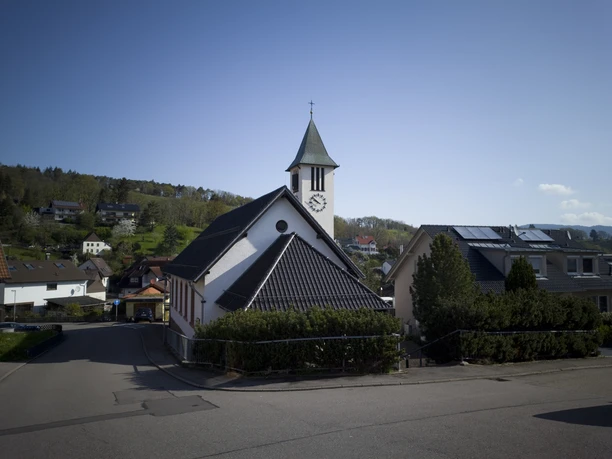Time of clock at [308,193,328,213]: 9:51
